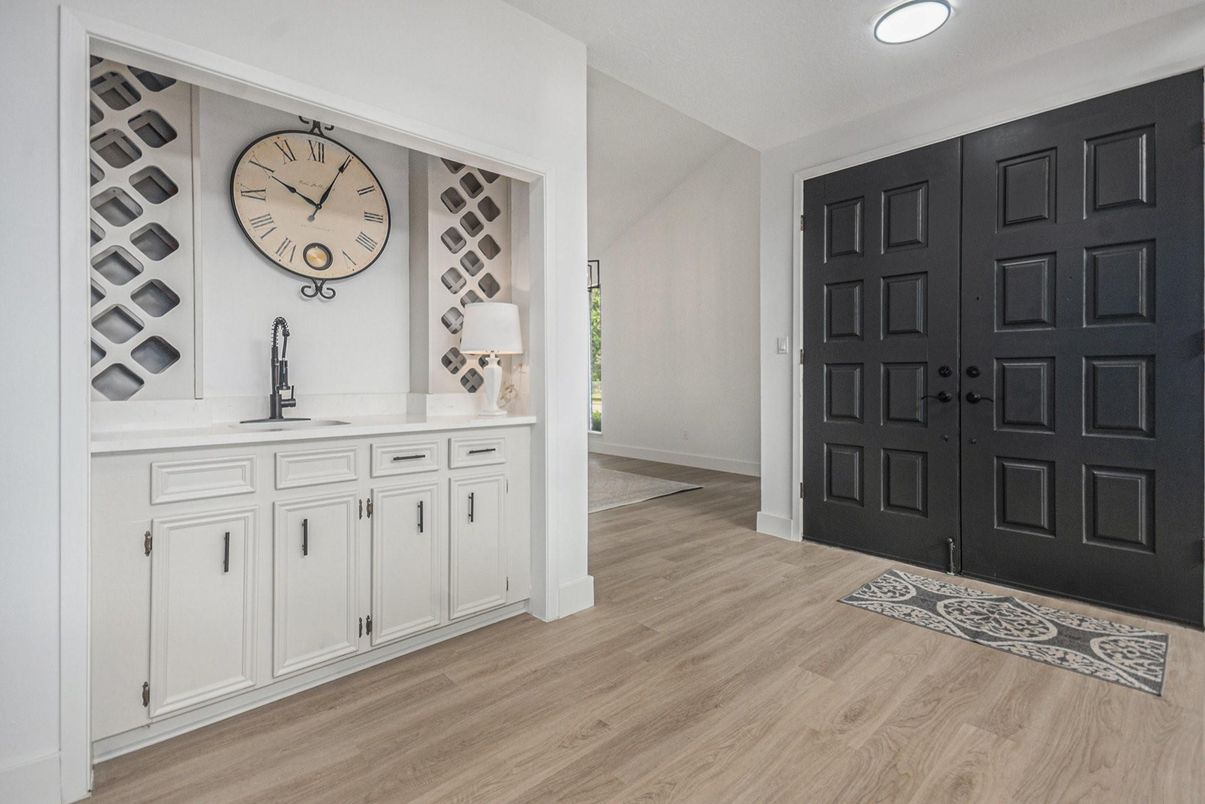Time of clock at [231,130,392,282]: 10:04
